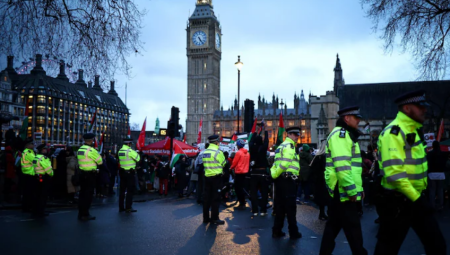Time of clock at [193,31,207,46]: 5:23
